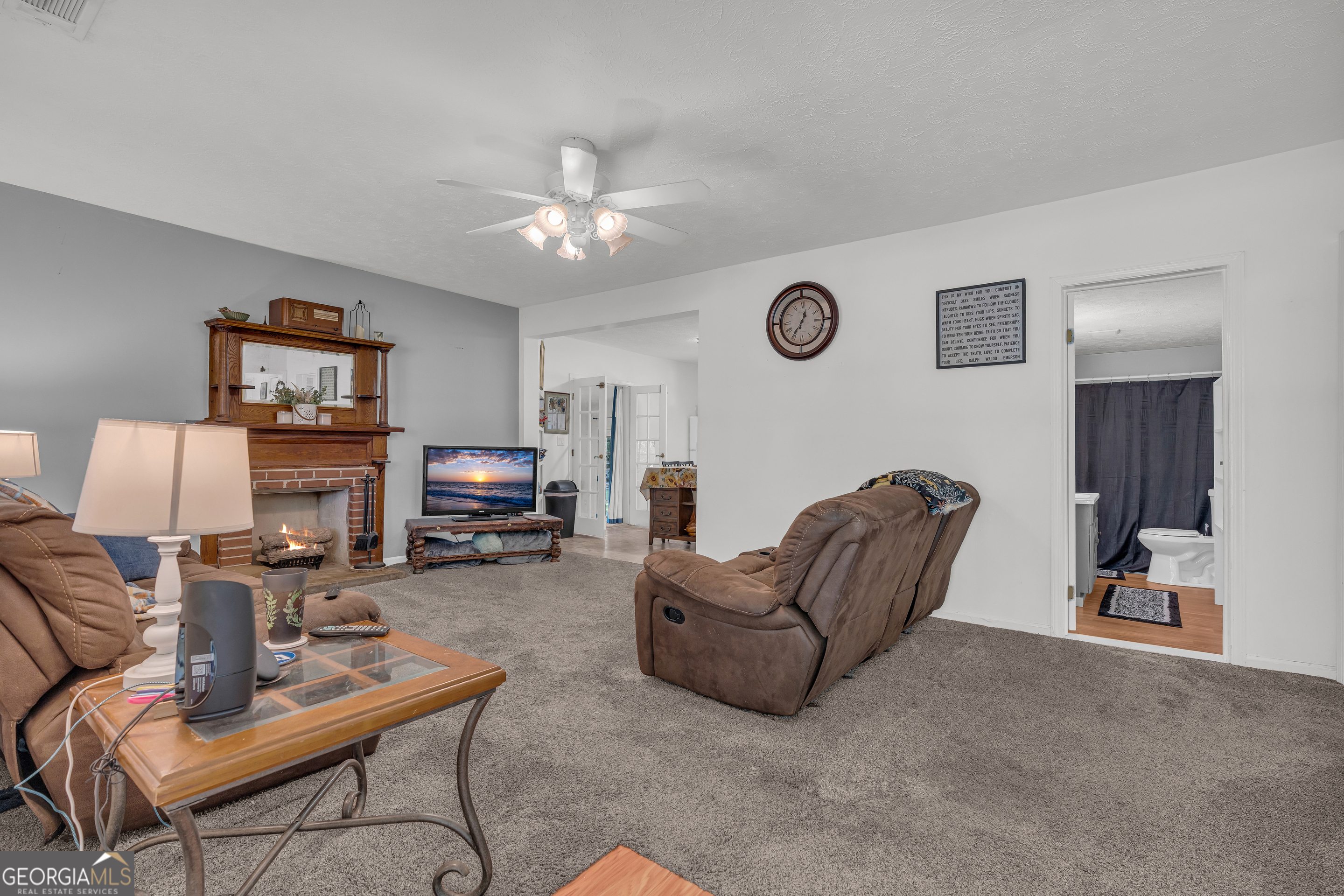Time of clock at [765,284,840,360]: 12:35
